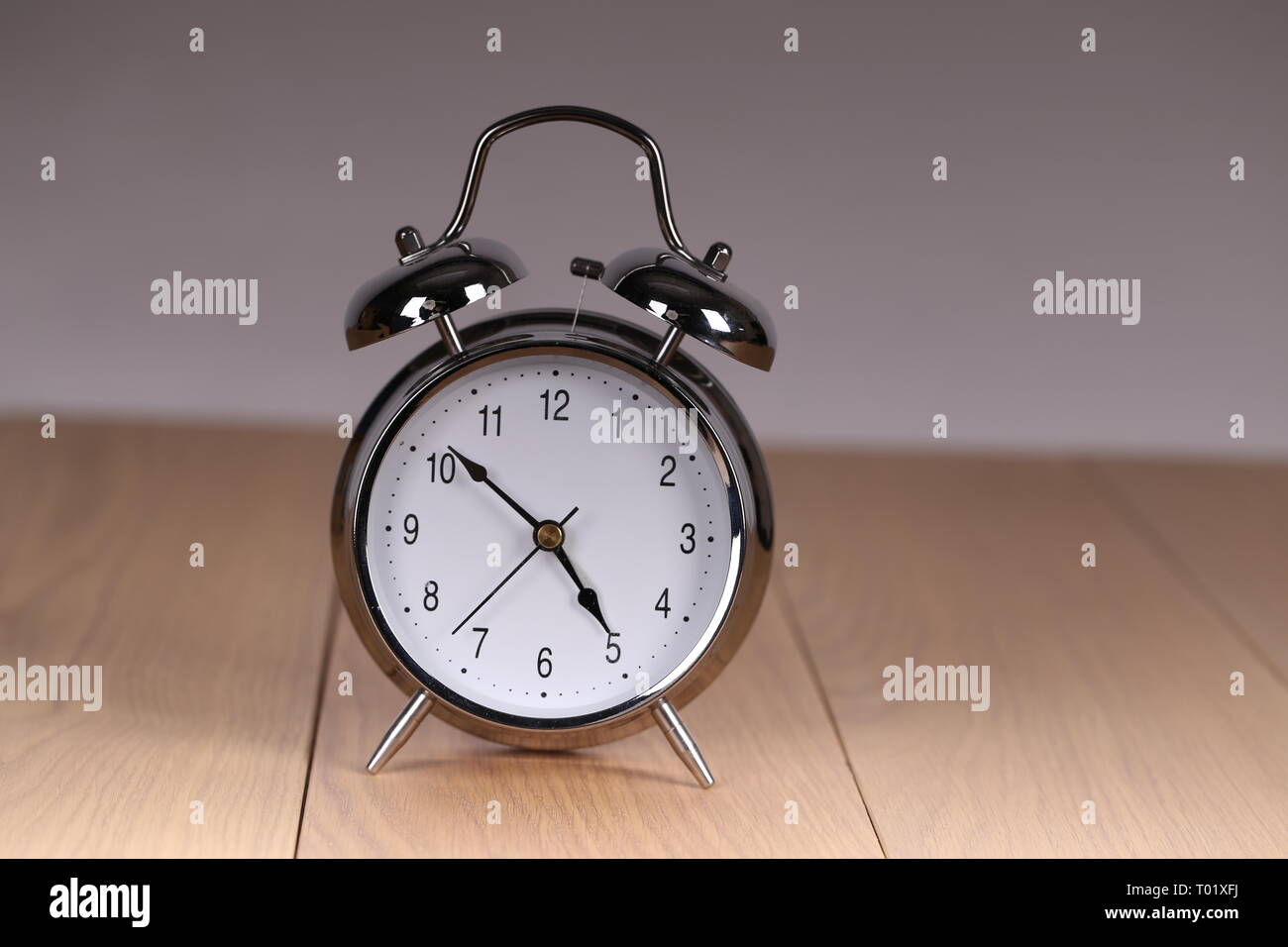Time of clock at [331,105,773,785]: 4:51
